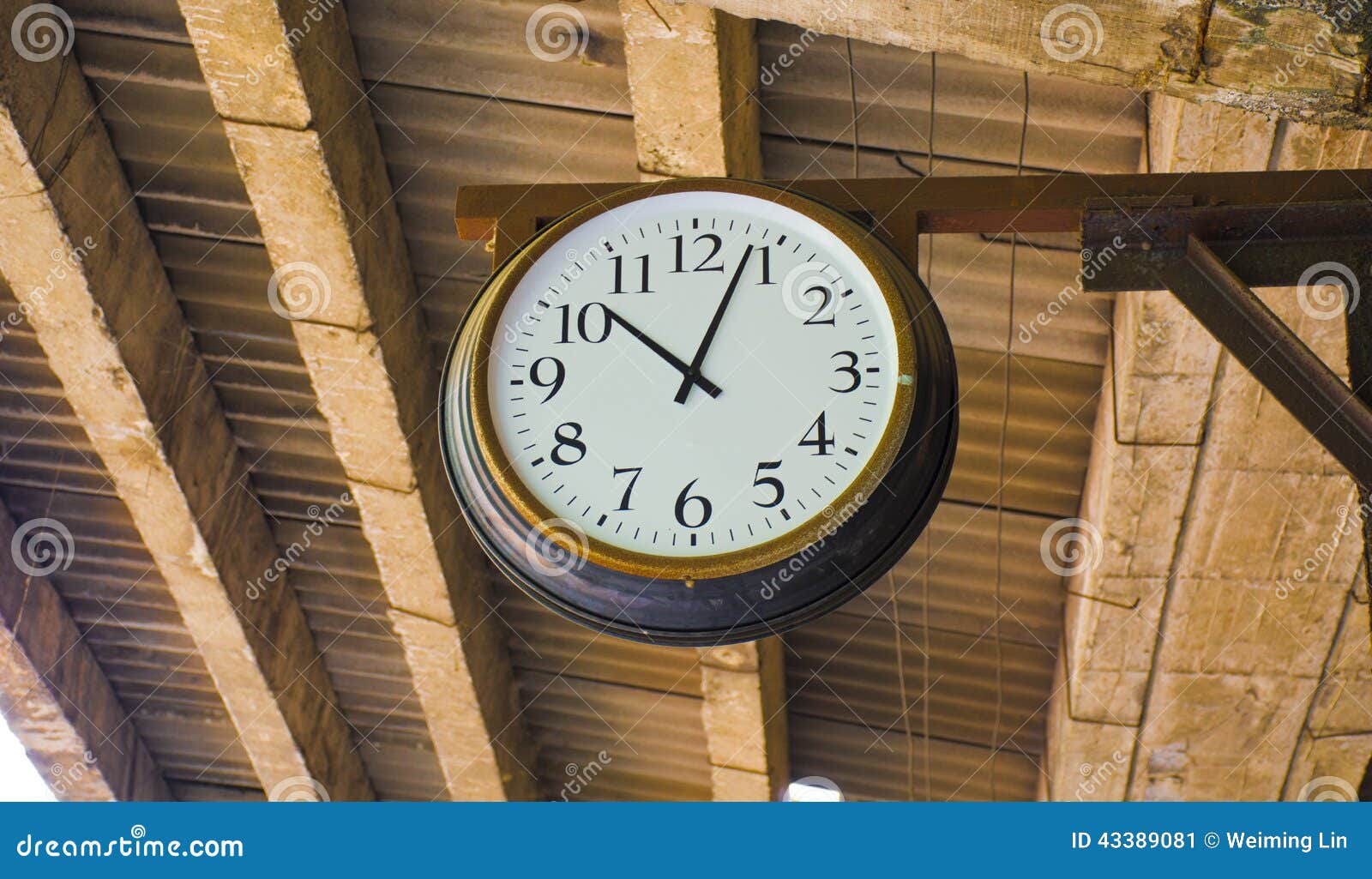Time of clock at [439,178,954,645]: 10:03
